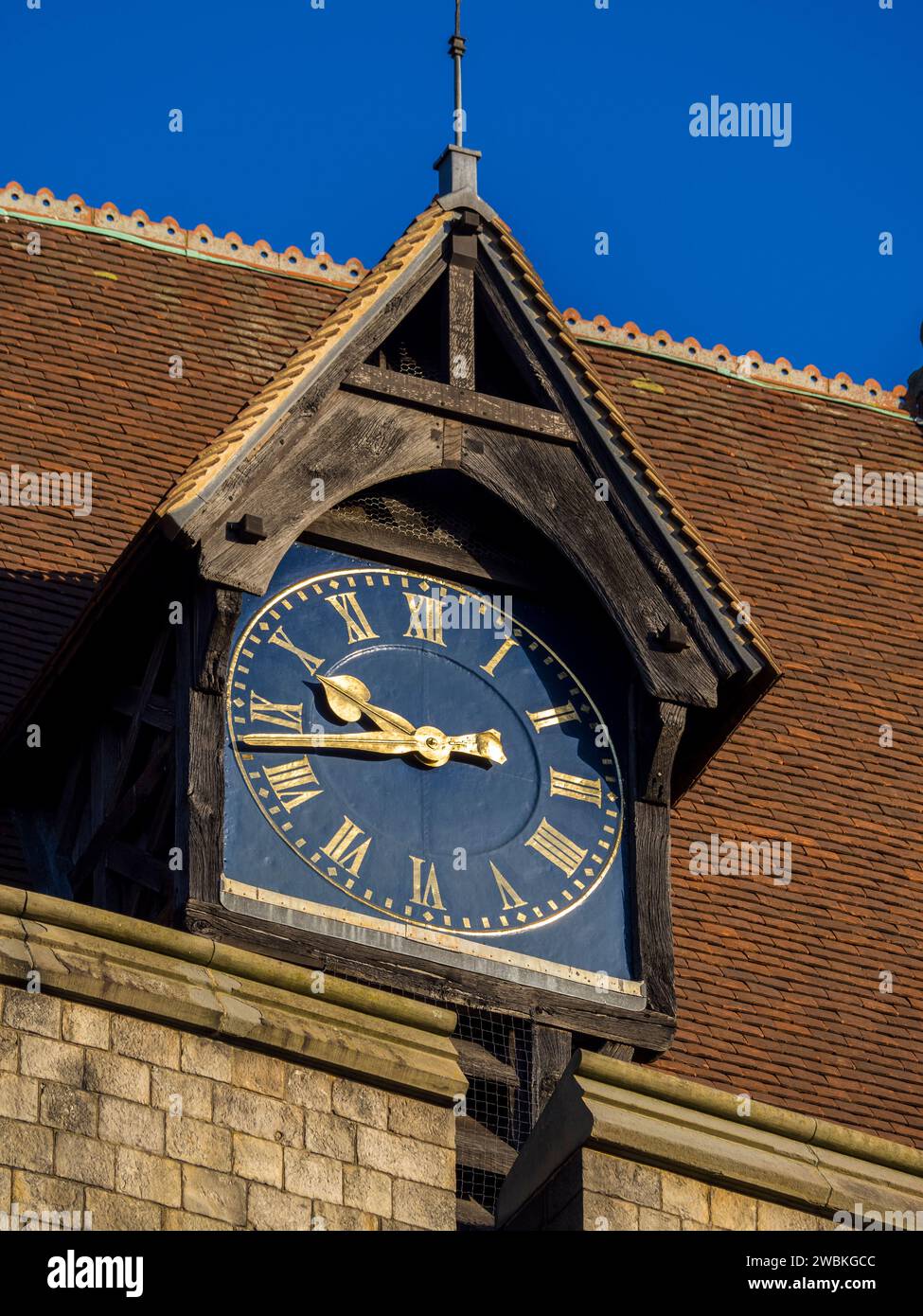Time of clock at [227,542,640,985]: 9:43
